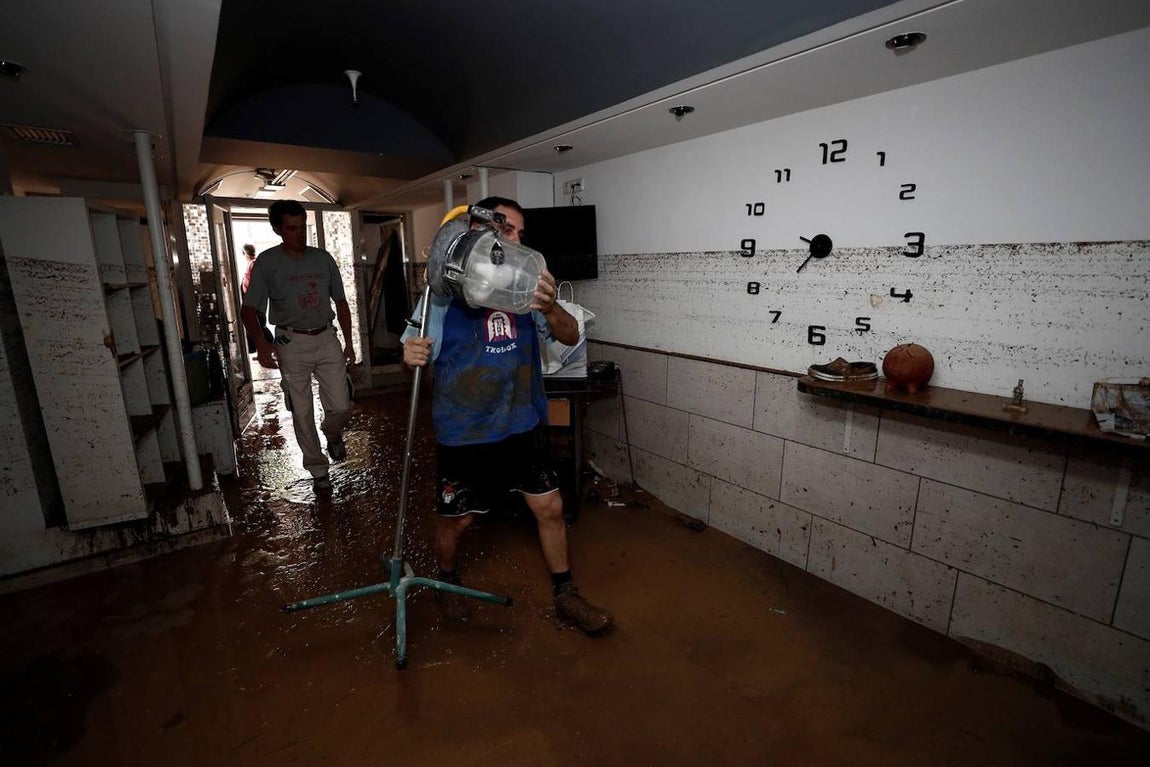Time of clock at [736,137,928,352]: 7:15
